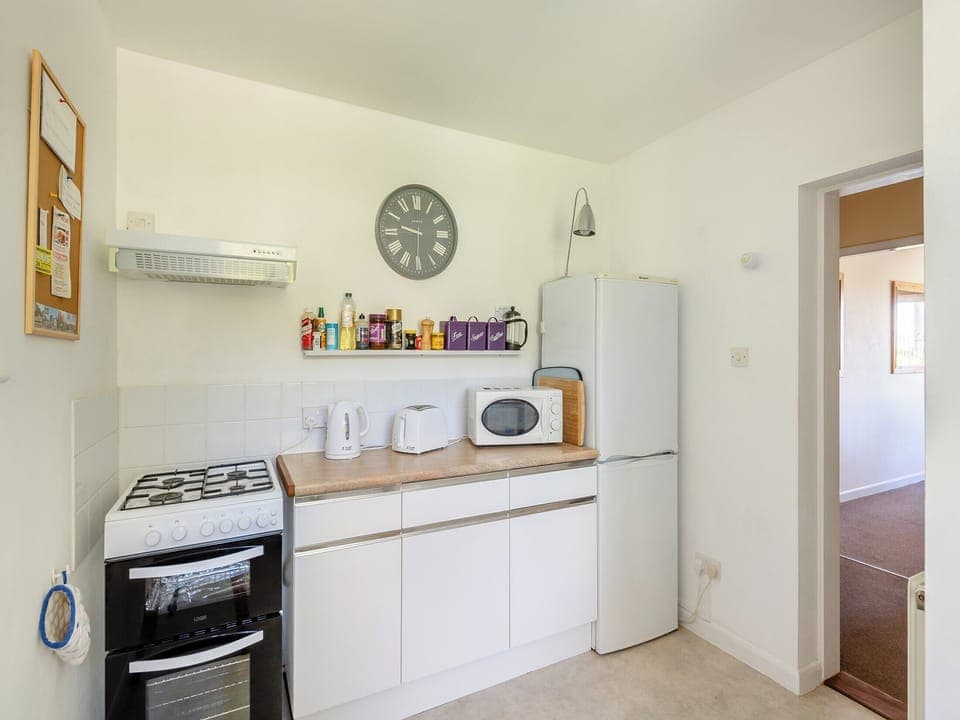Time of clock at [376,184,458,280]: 9:30
